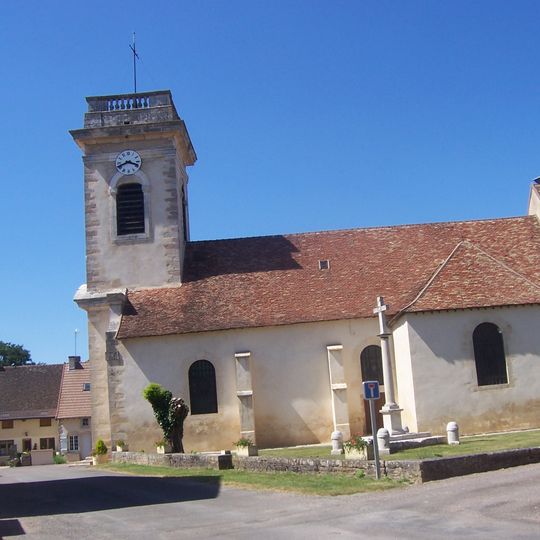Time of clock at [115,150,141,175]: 3:41
